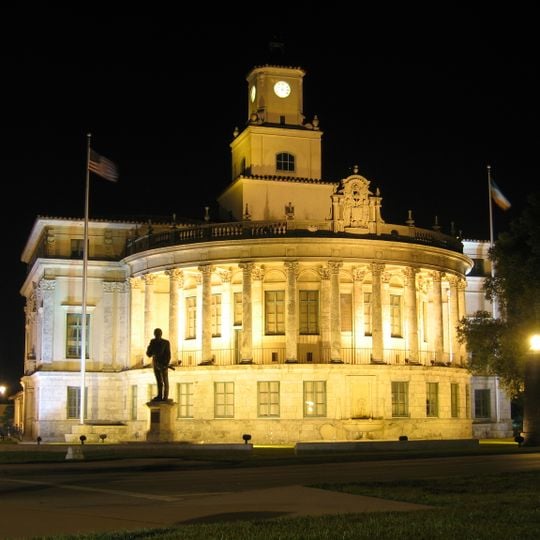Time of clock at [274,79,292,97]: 4:02
